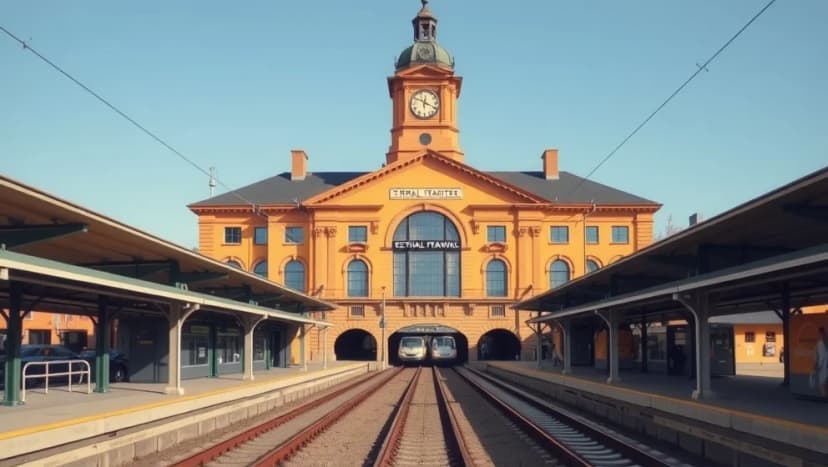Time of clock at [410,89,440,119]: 12:19
